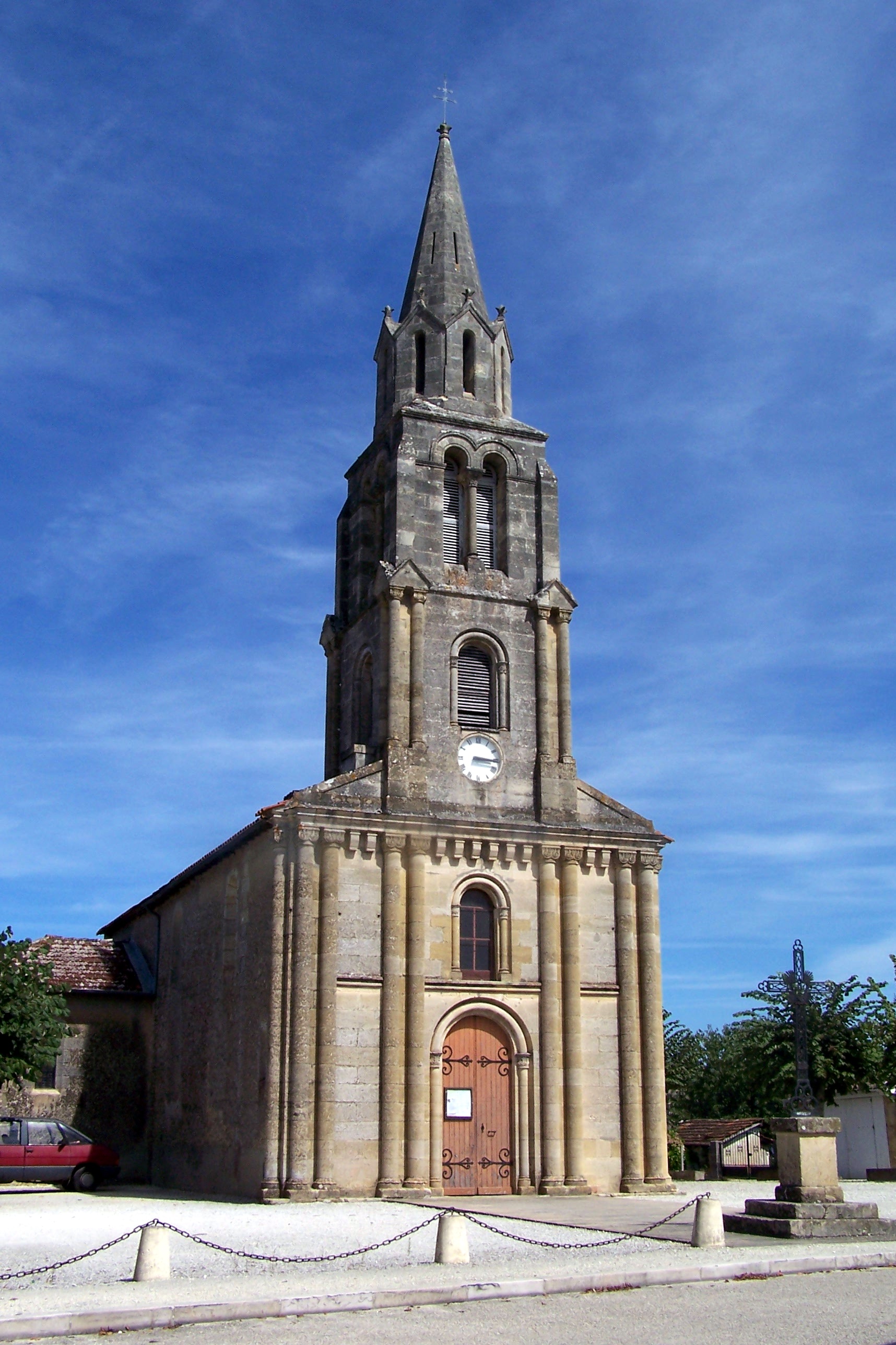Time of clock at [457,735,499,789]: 3:15
